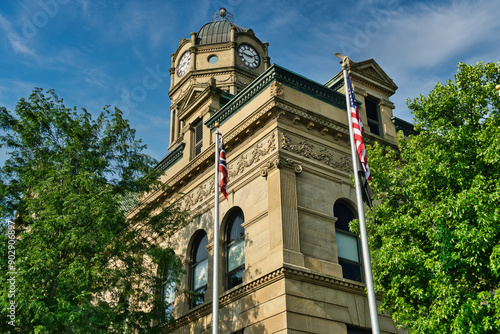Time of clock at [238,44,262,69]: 9:12
